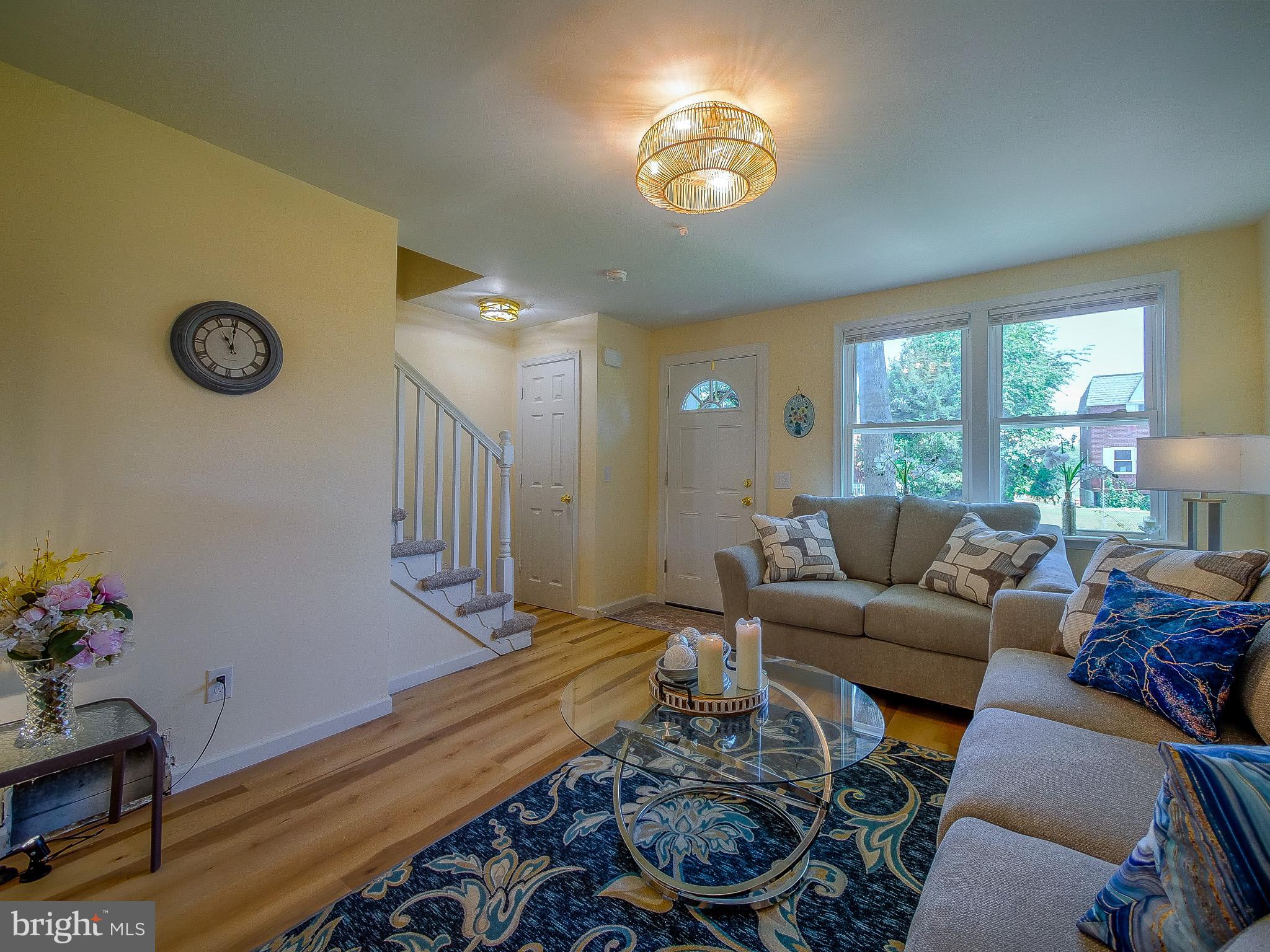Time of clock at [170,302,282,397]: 11:00
